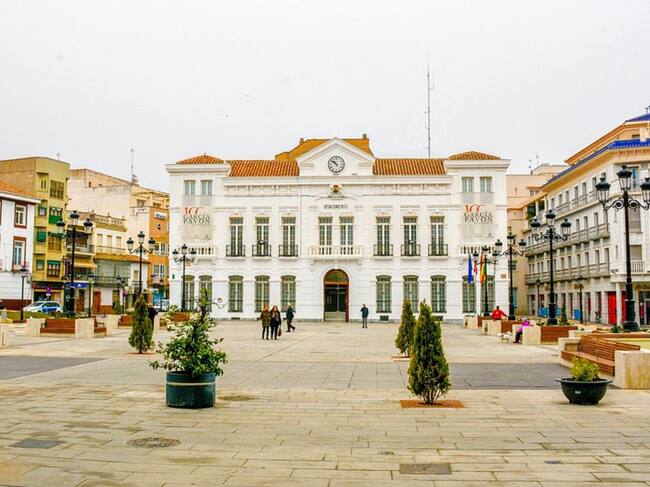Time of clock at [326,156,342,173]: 10:51
